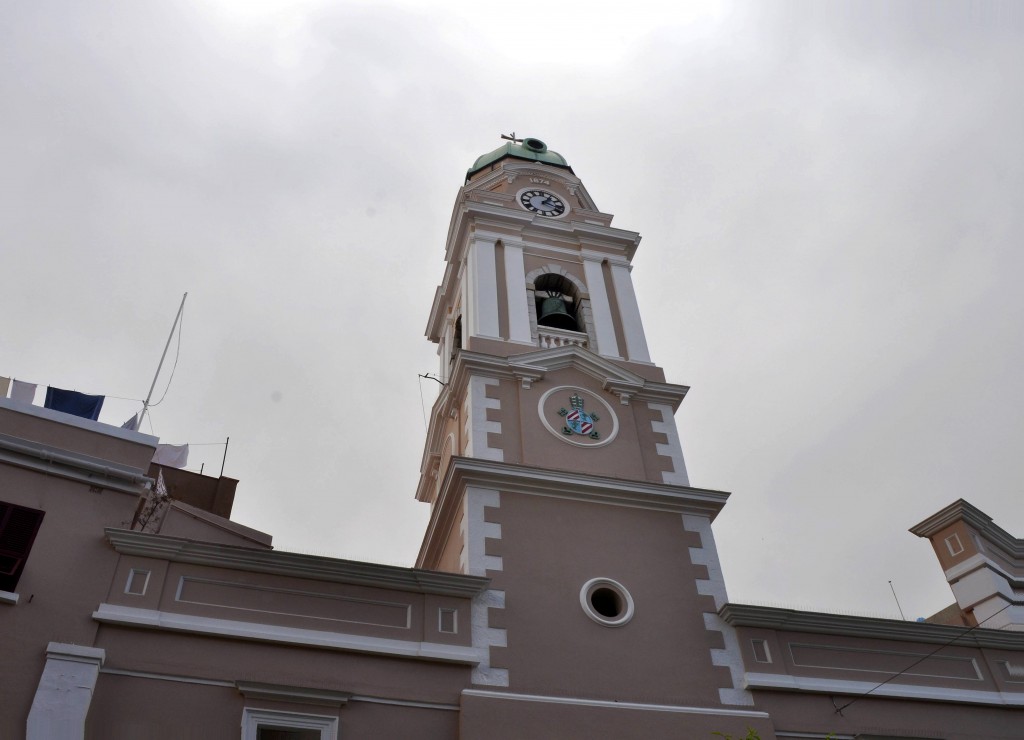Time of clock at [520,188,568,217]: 1:18
